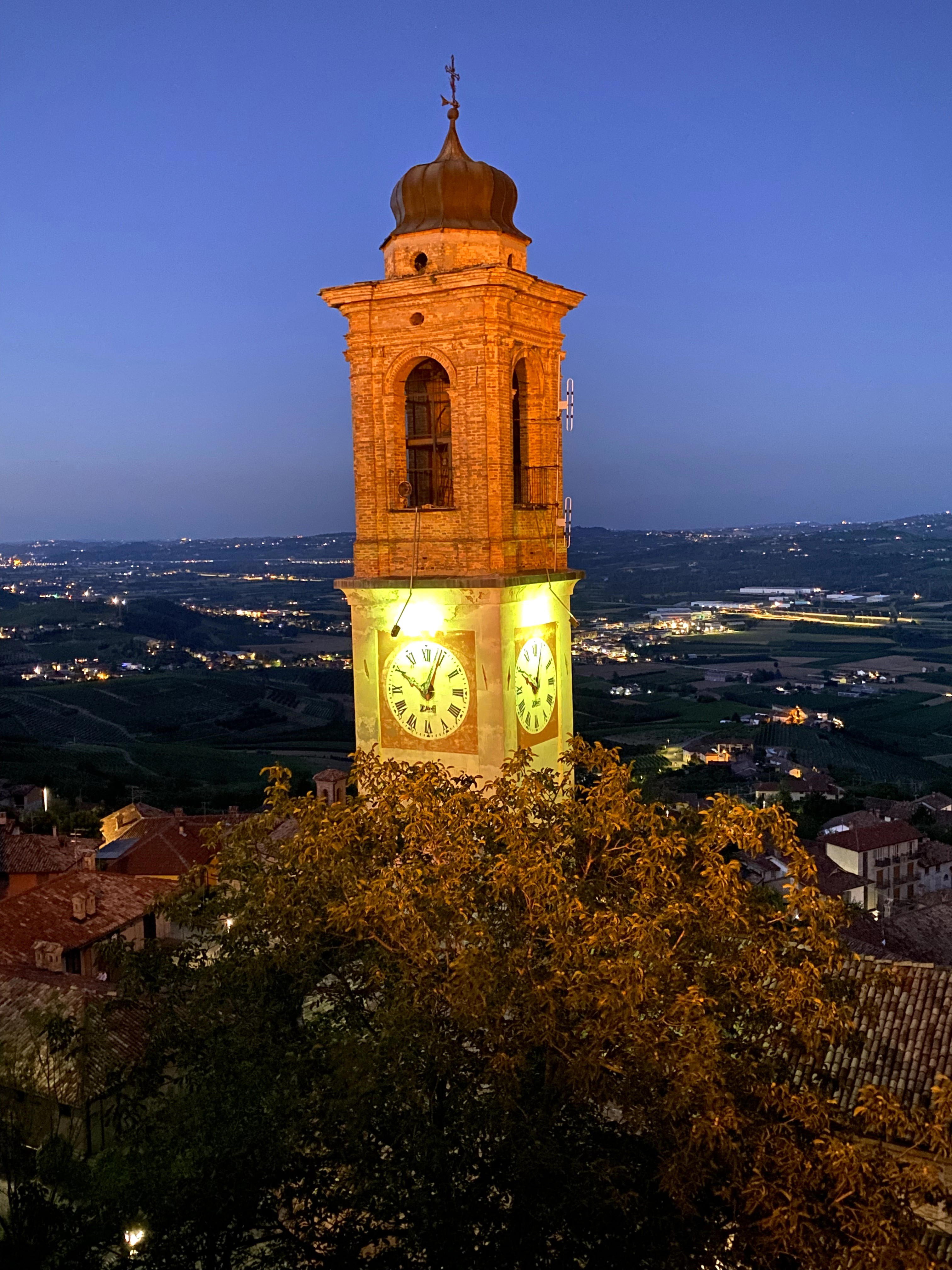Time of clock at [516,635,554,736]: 10:03
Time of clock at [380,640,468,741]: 10:03
